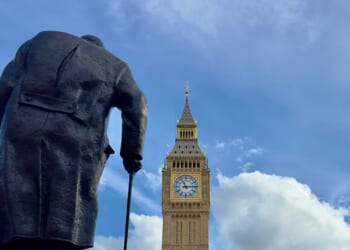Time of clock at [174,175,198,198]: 11:14
